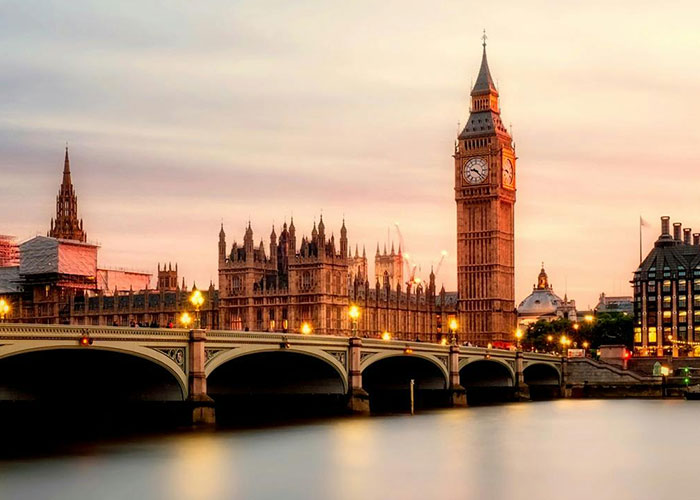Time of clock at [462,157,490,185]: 9:22
